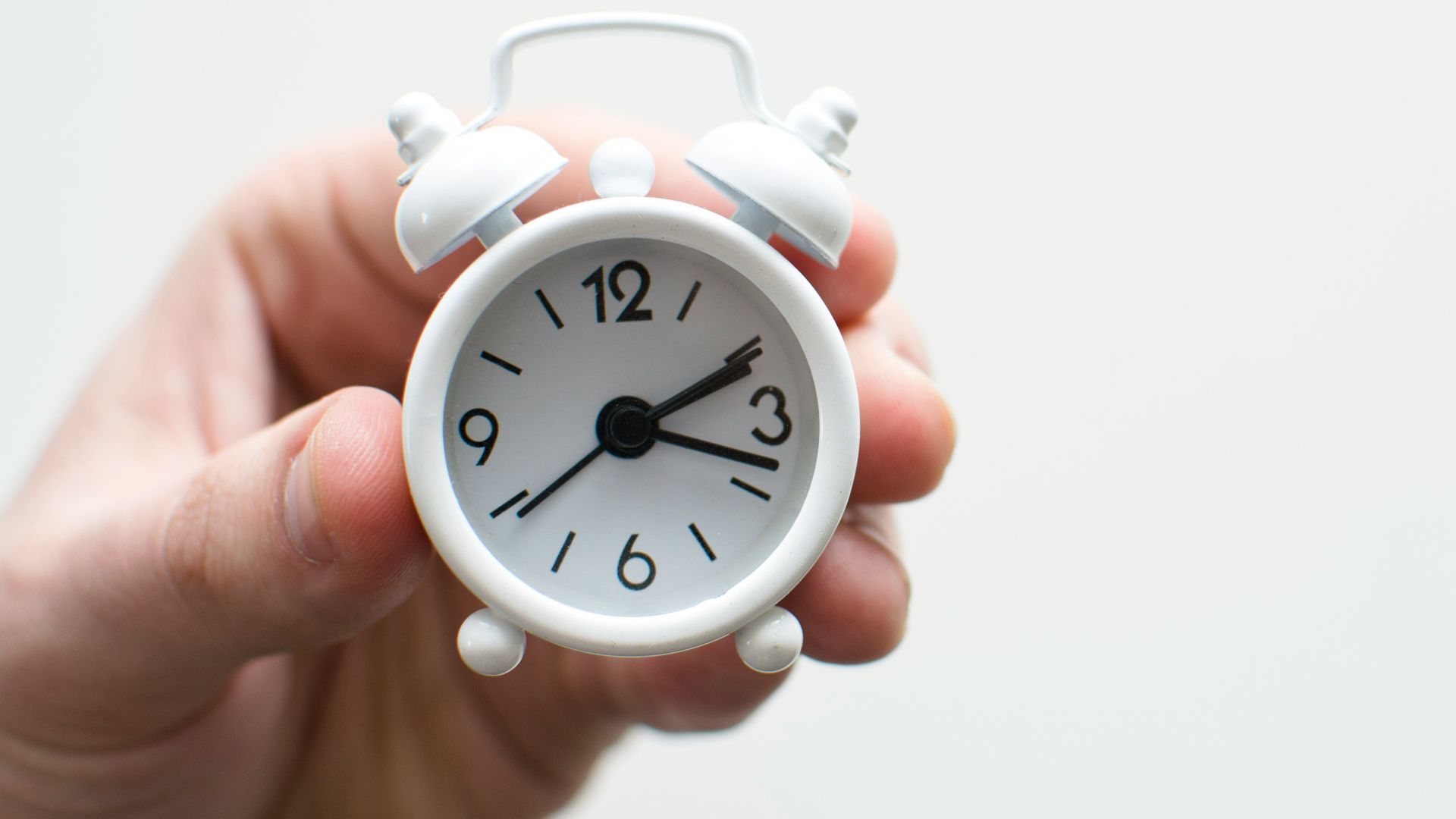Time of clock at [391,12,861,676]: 2:18
